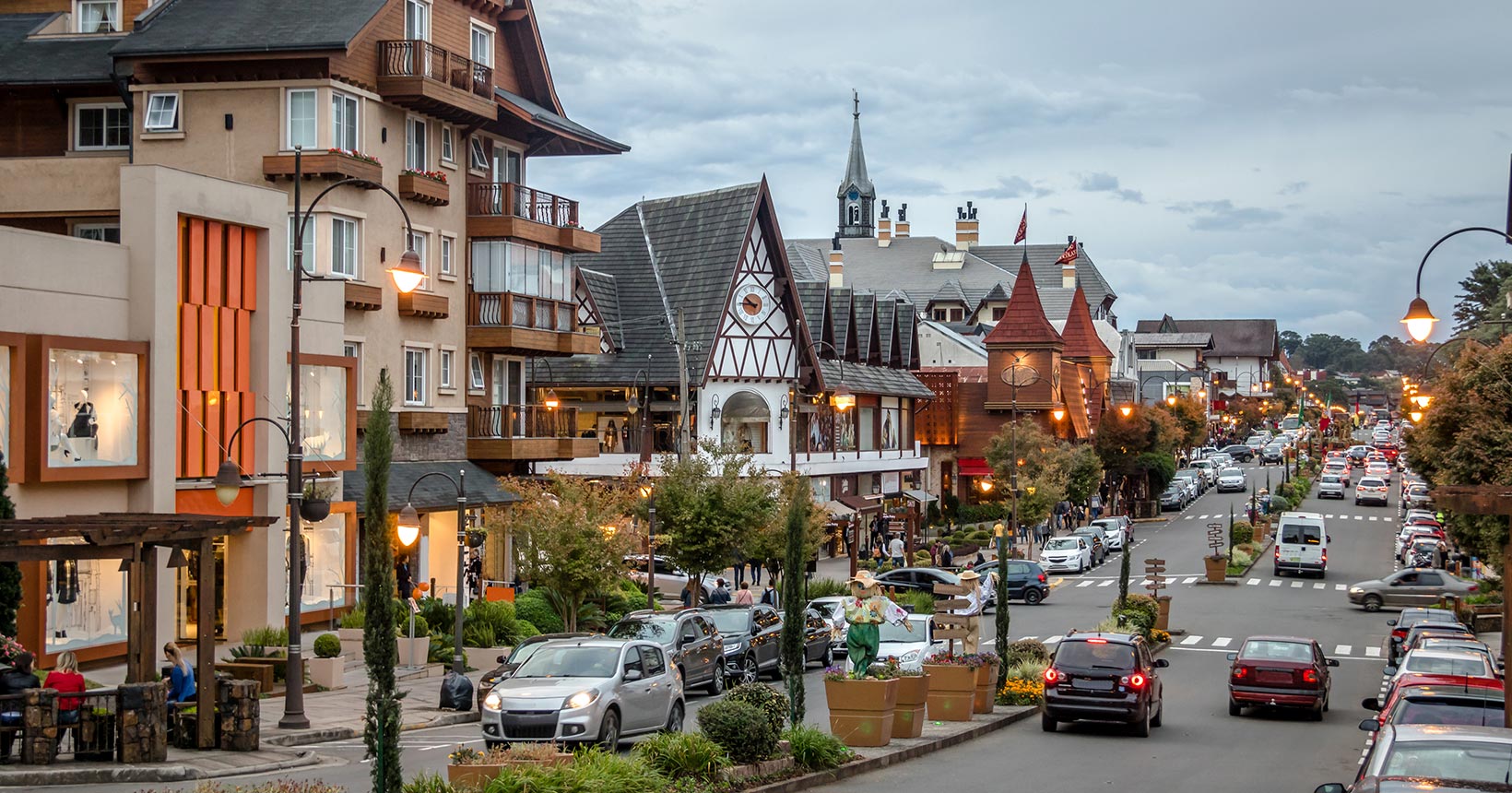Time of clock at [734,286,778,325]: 10:45
